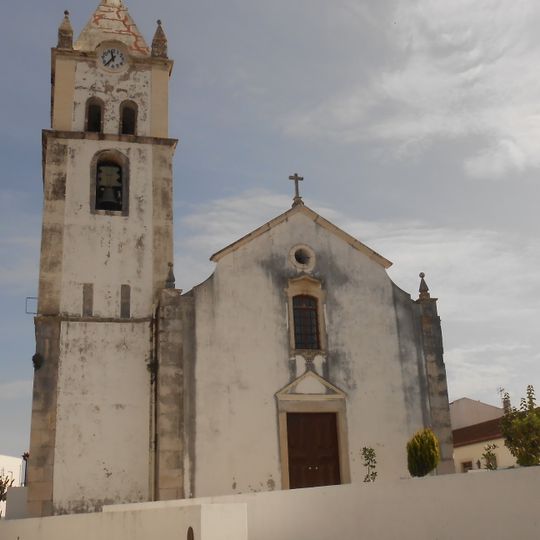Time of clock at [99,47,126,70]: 11:36
